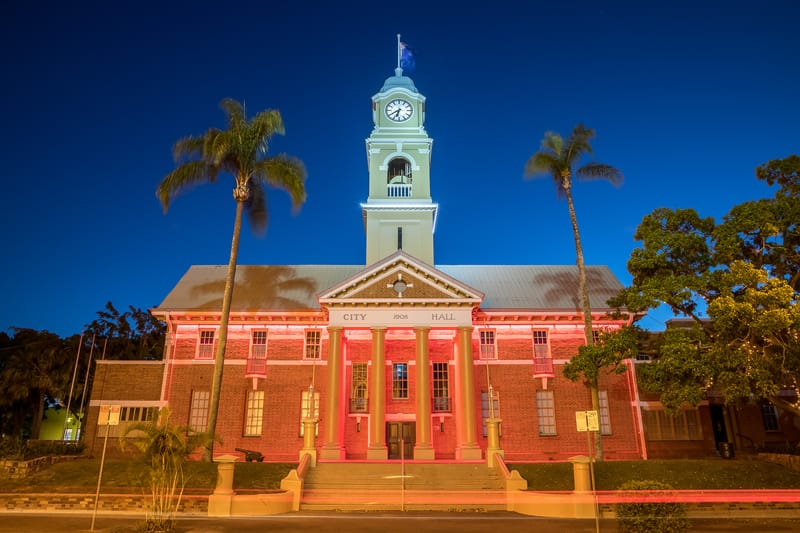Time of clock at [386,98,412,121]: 6:39
